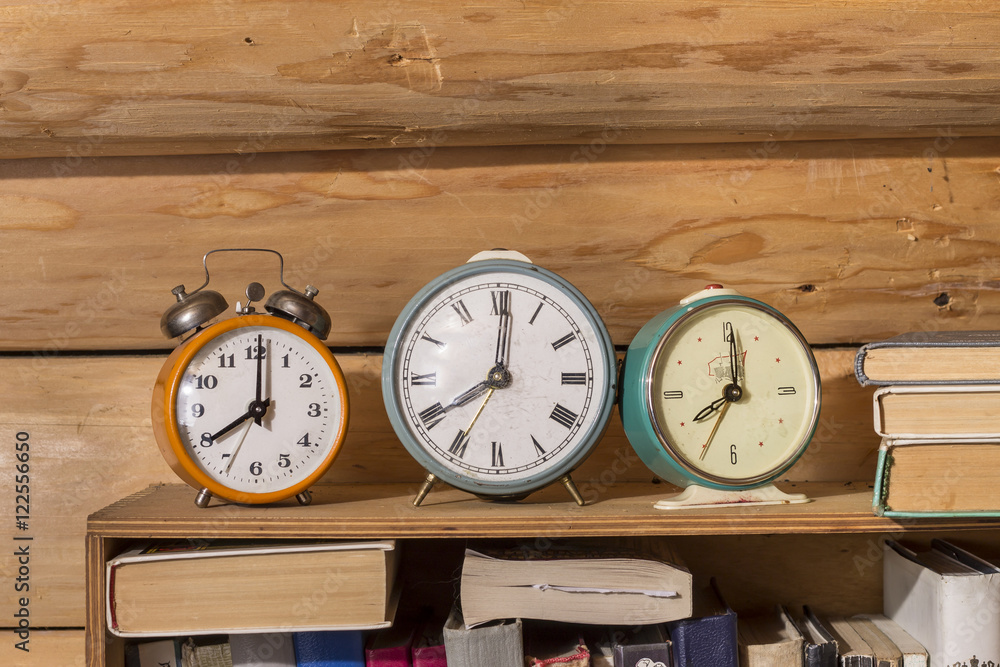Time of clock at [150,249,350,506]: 8:00
